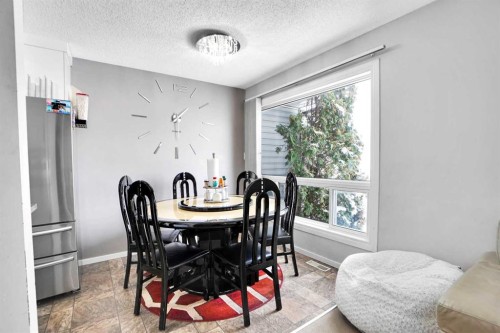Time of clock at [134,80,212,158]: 1:29
